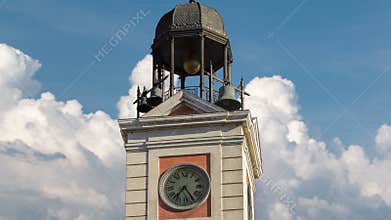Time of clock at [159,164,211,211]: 7:24
